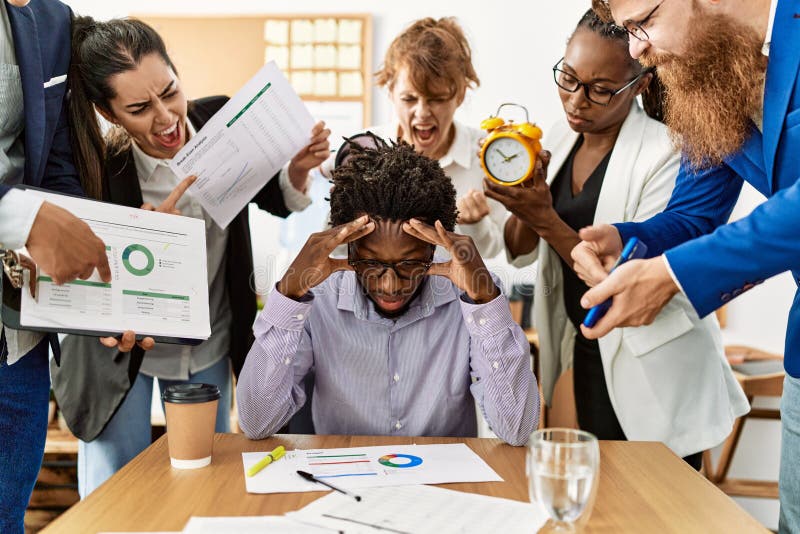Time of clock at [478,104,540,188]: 1:51
